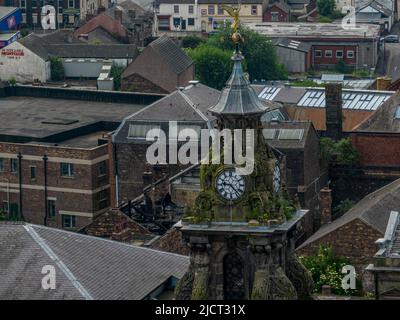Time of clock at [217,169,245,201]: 9:23
